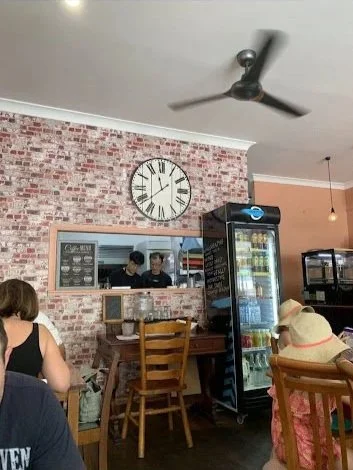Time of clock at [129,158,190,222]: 11:38
